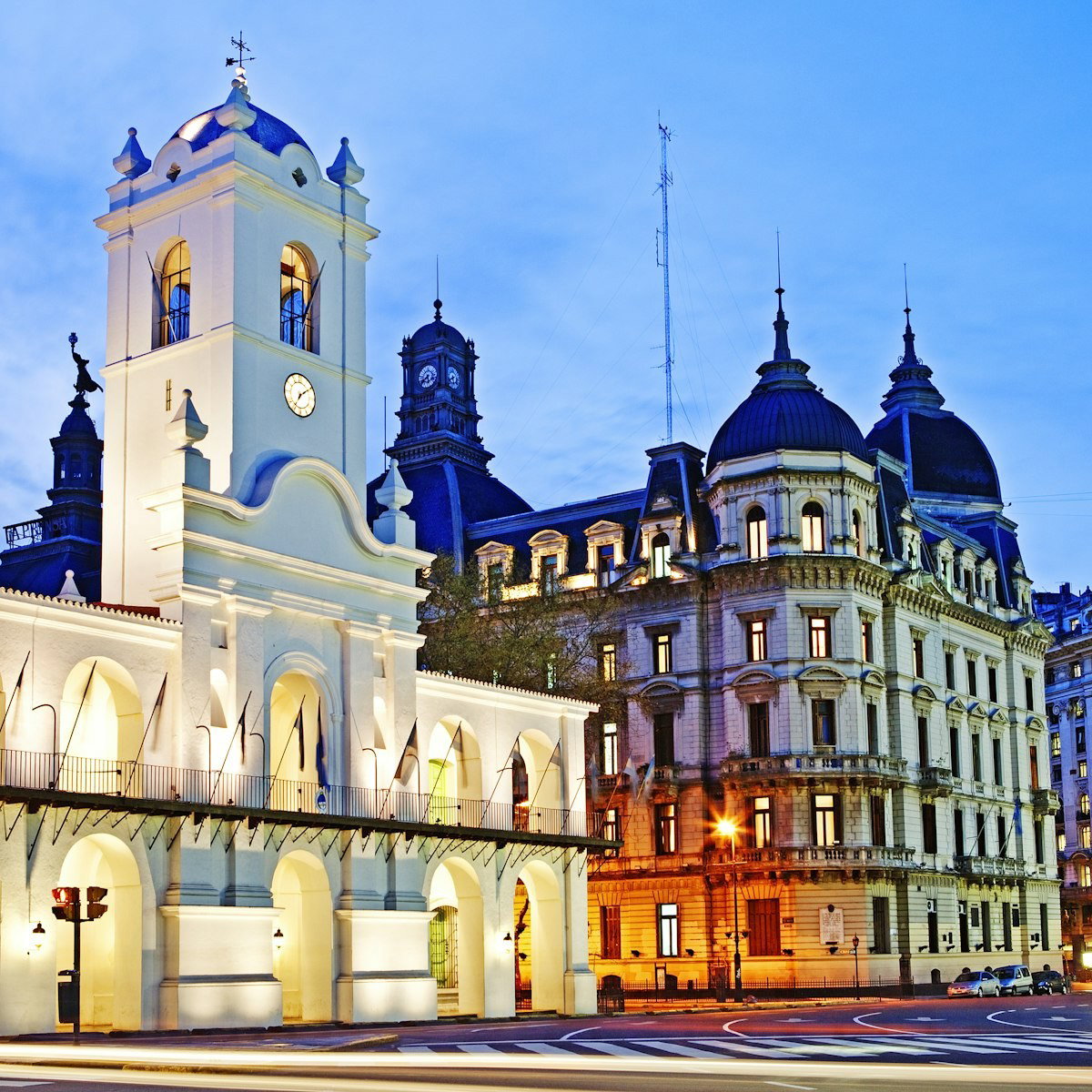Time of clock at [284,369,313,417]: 7:09
